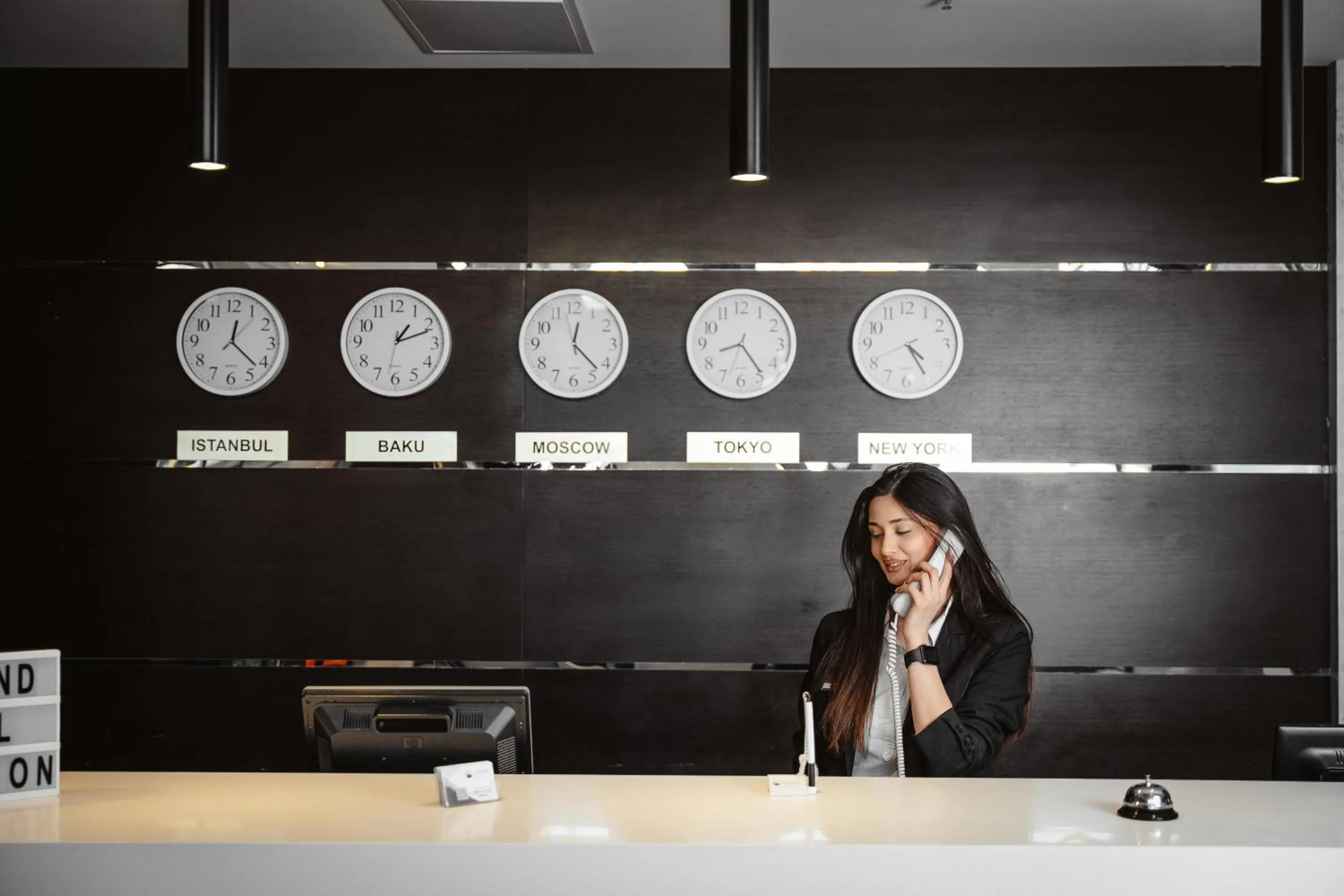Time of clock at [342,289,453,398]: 1:11
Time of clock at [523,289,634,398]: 12:22
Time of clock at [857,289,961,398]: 4:24
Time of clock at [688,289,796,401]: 8:24
